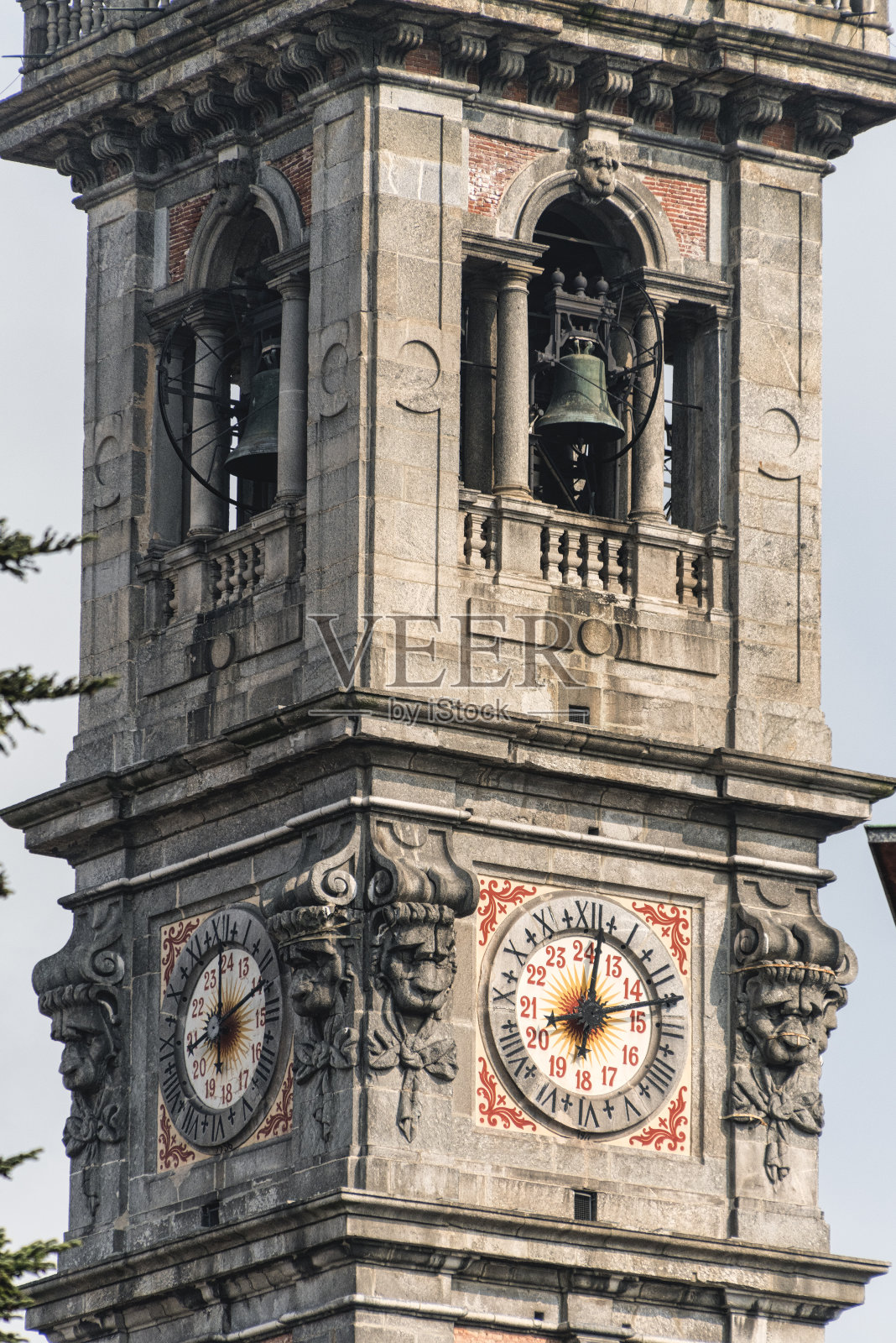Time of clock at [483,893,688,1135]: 8:12
